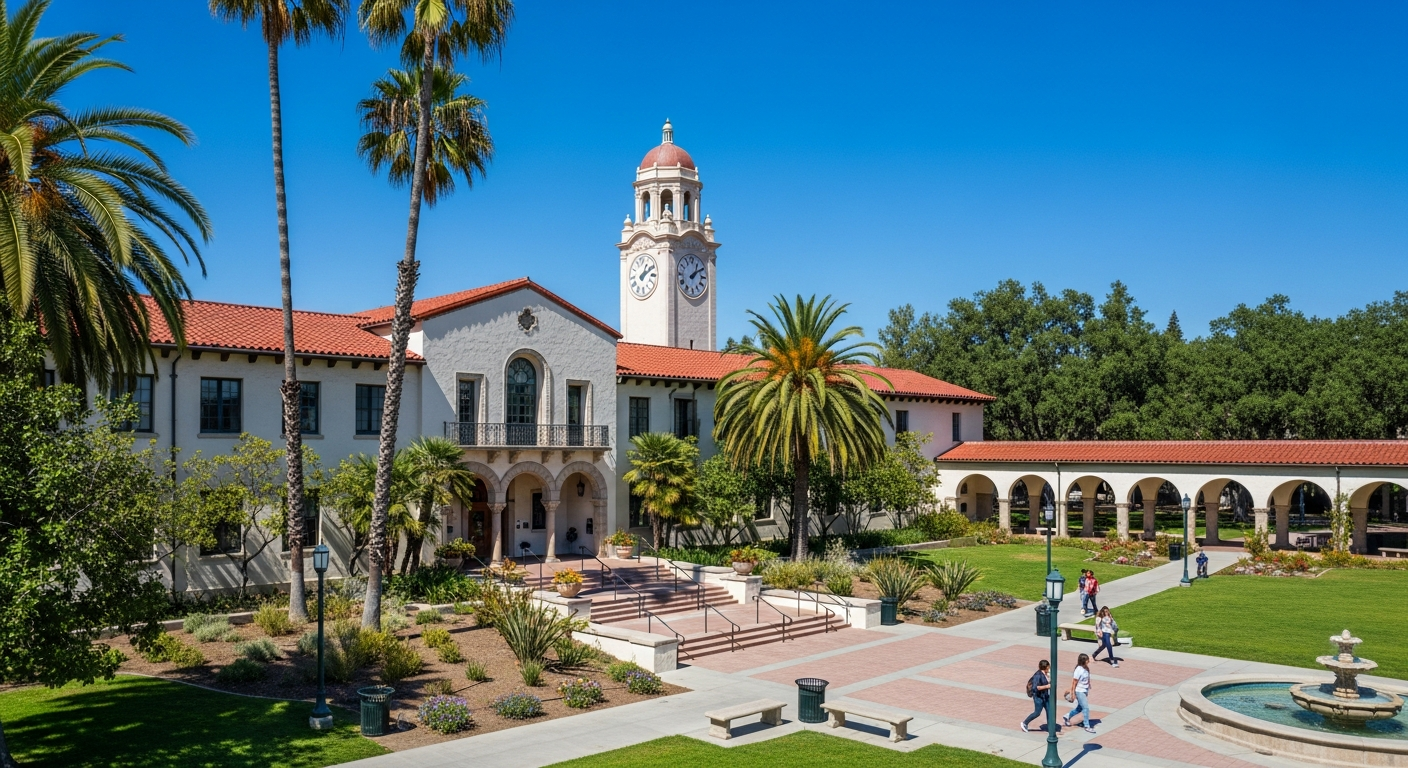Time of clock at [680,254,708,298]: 1:09
